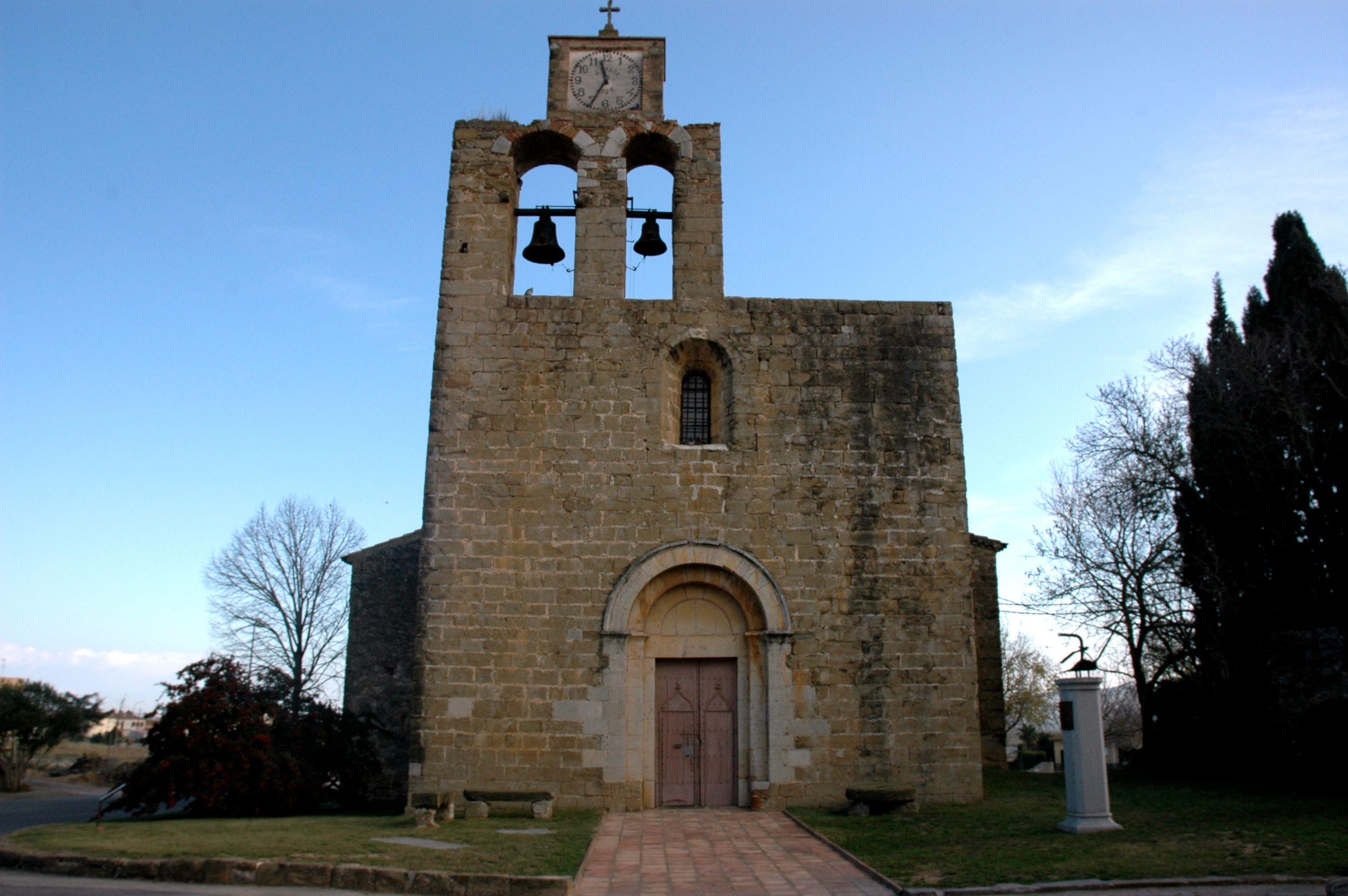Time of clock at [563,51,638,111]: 11:34
